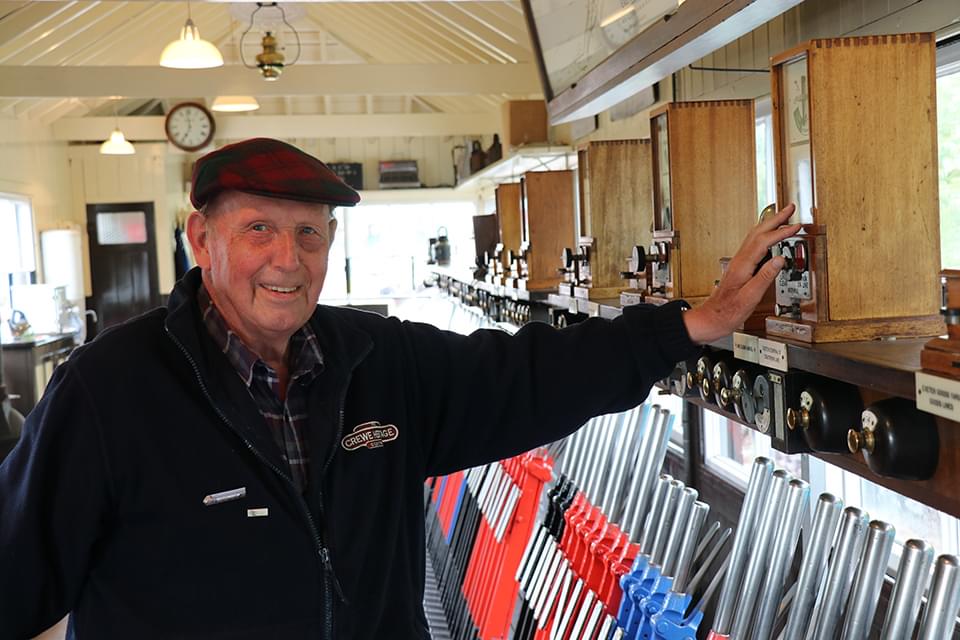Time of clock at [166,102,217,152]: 6:58
